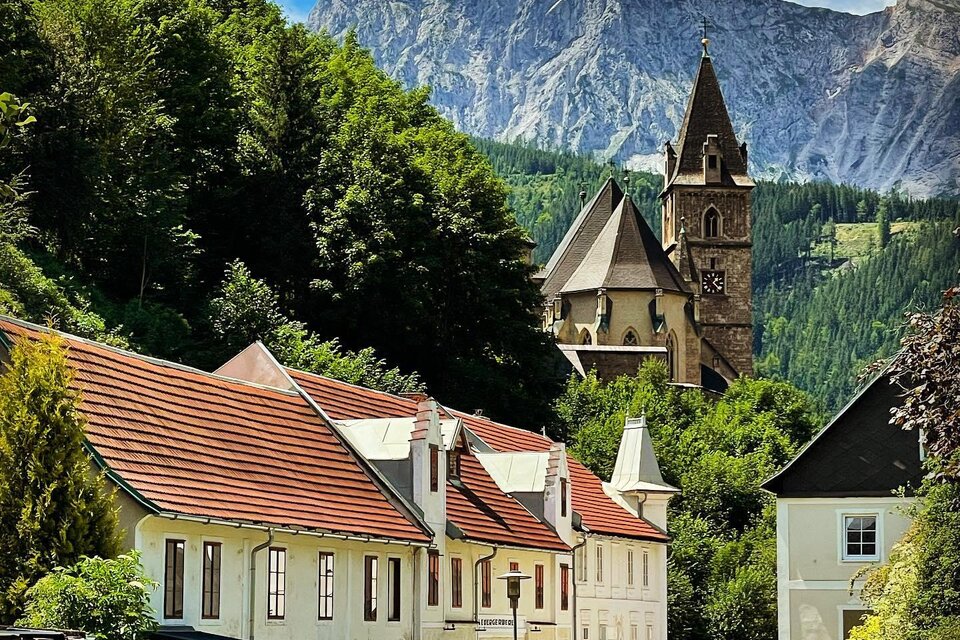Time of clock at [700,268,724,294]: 1:23
